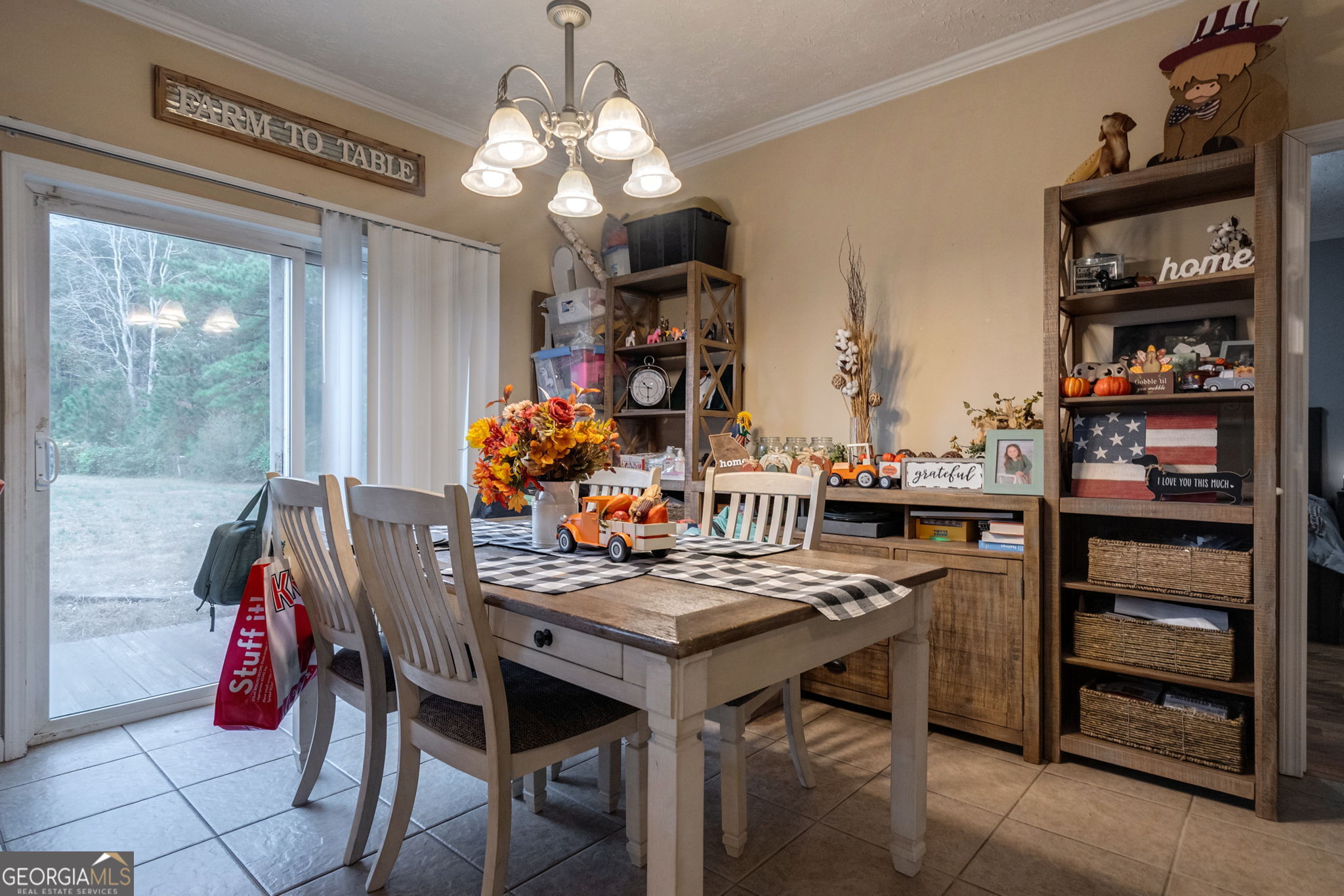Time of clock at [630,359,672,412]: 10:30
